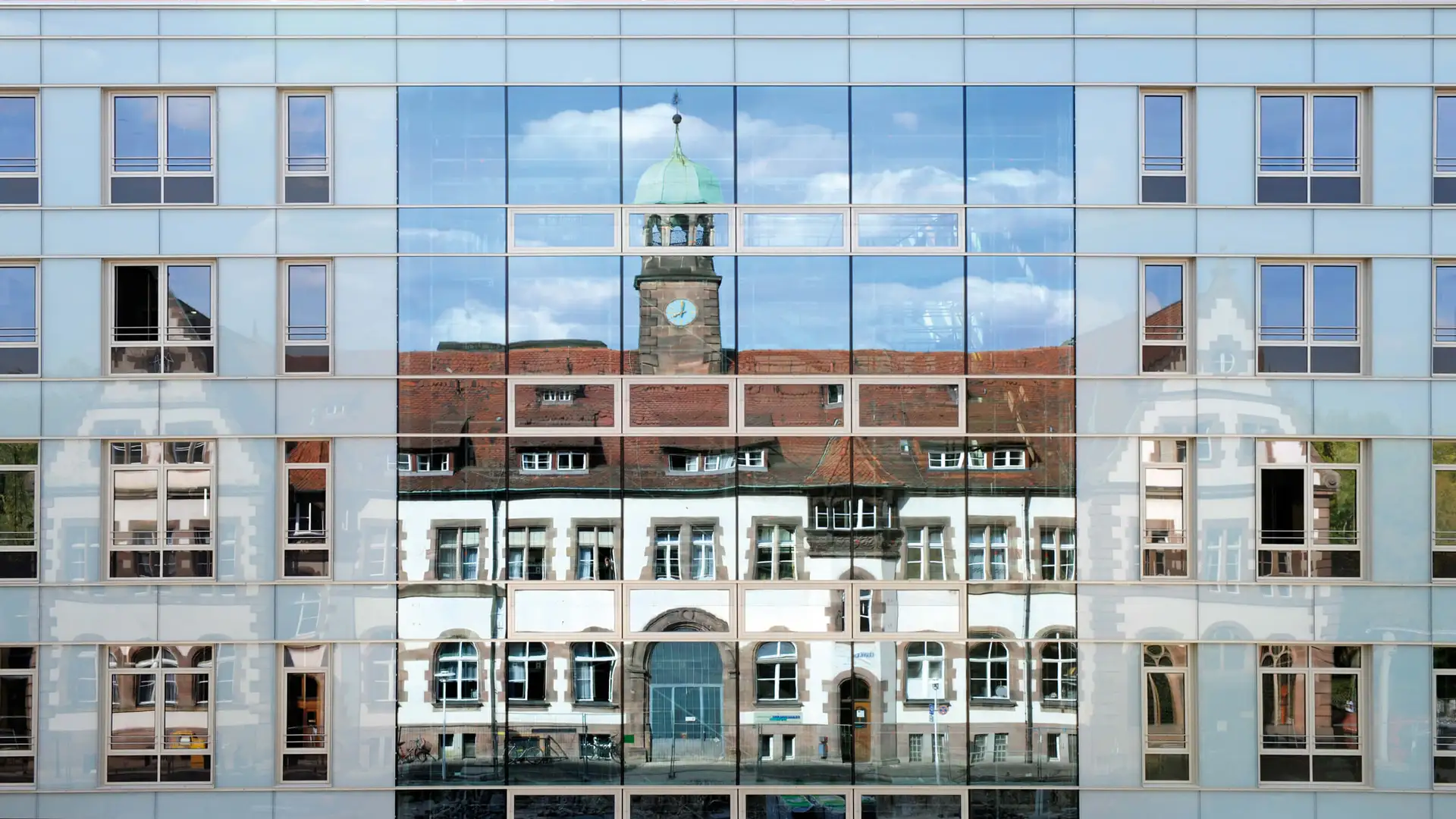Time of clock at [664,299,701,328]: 8:01
